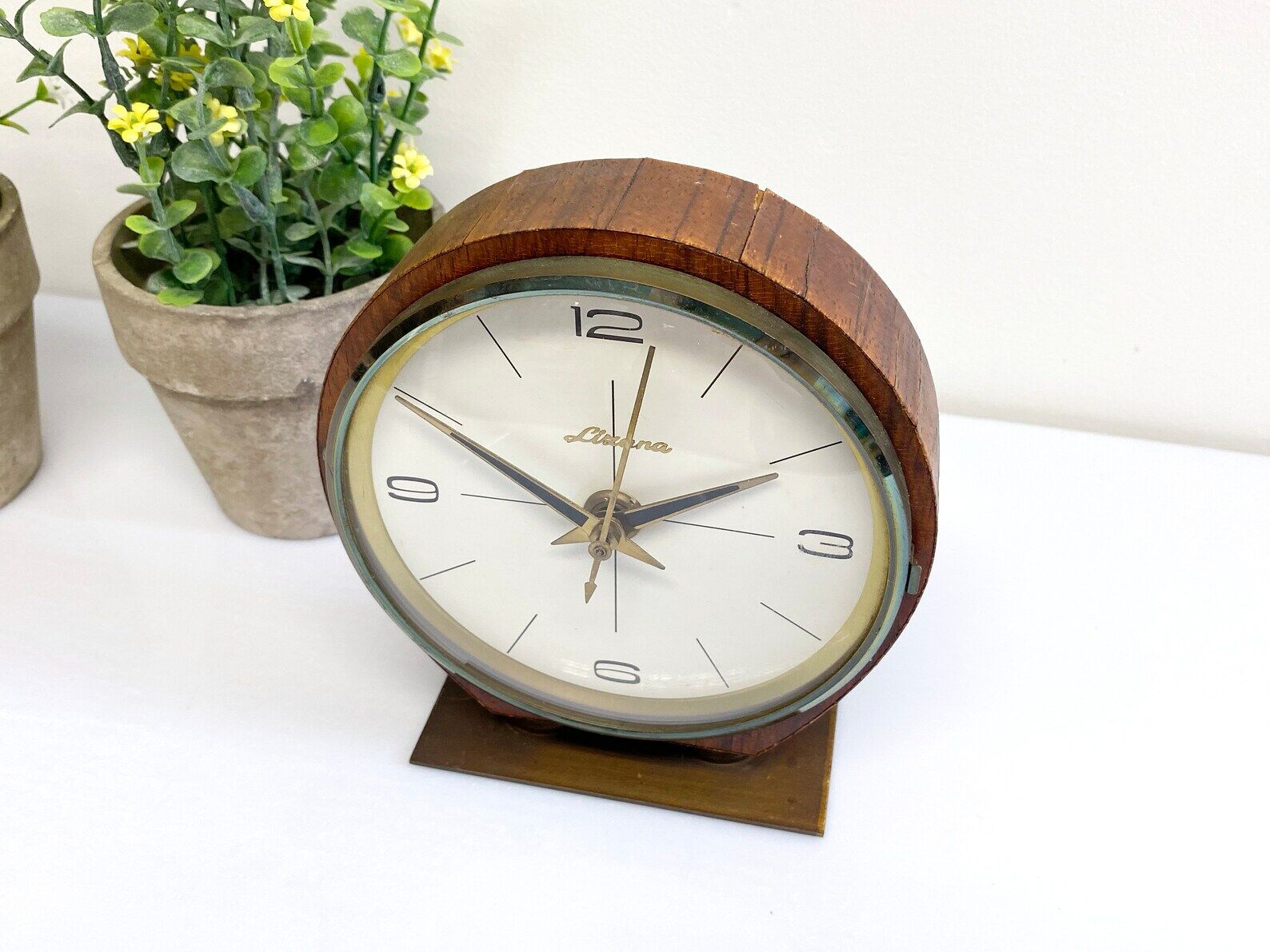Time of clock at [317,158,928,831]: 2:01
